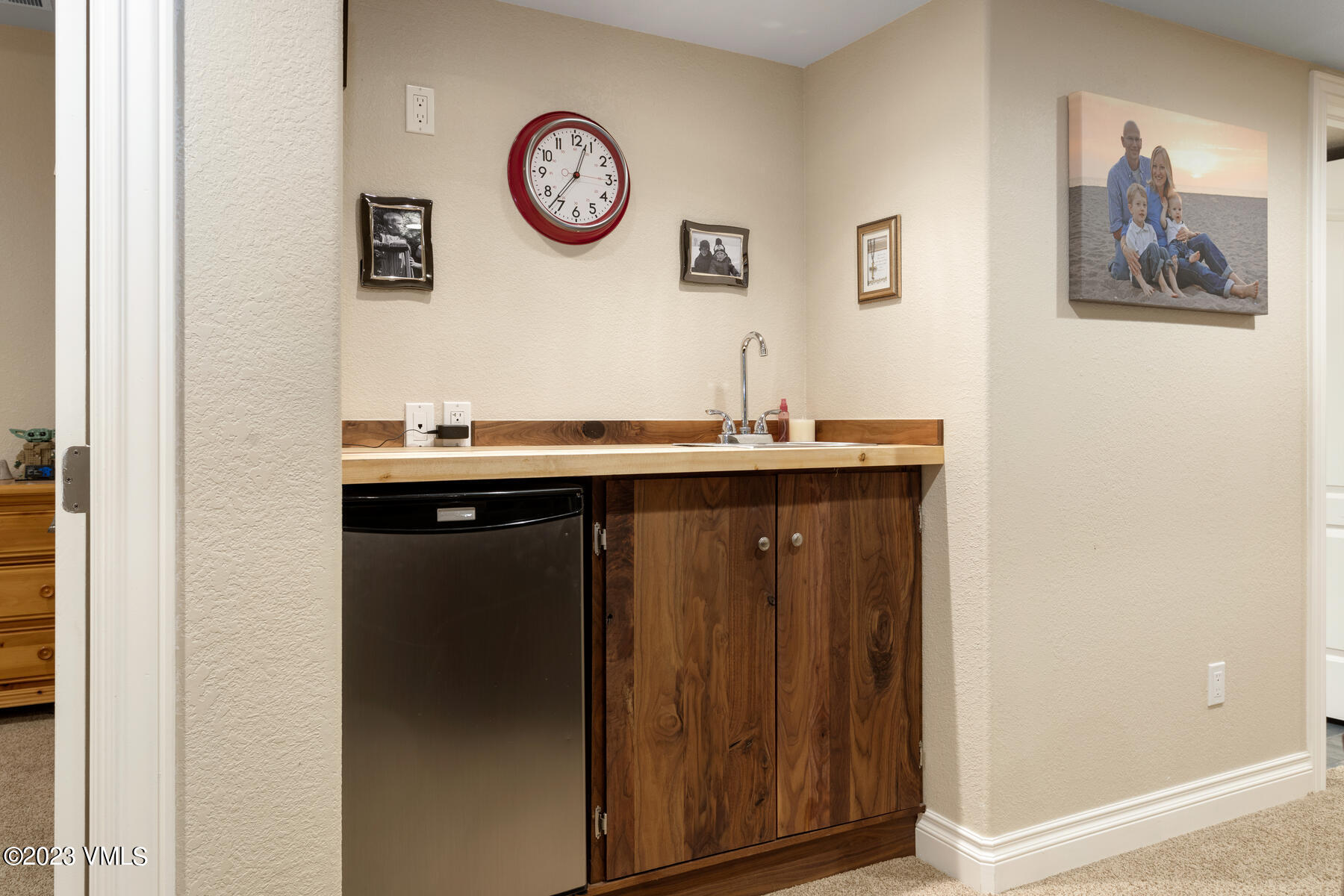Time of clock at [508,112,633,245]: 12:36
